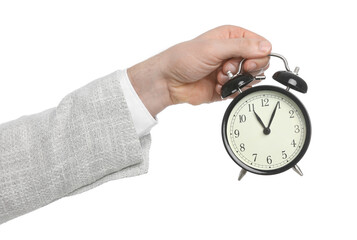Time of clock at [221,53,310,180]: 11:04
